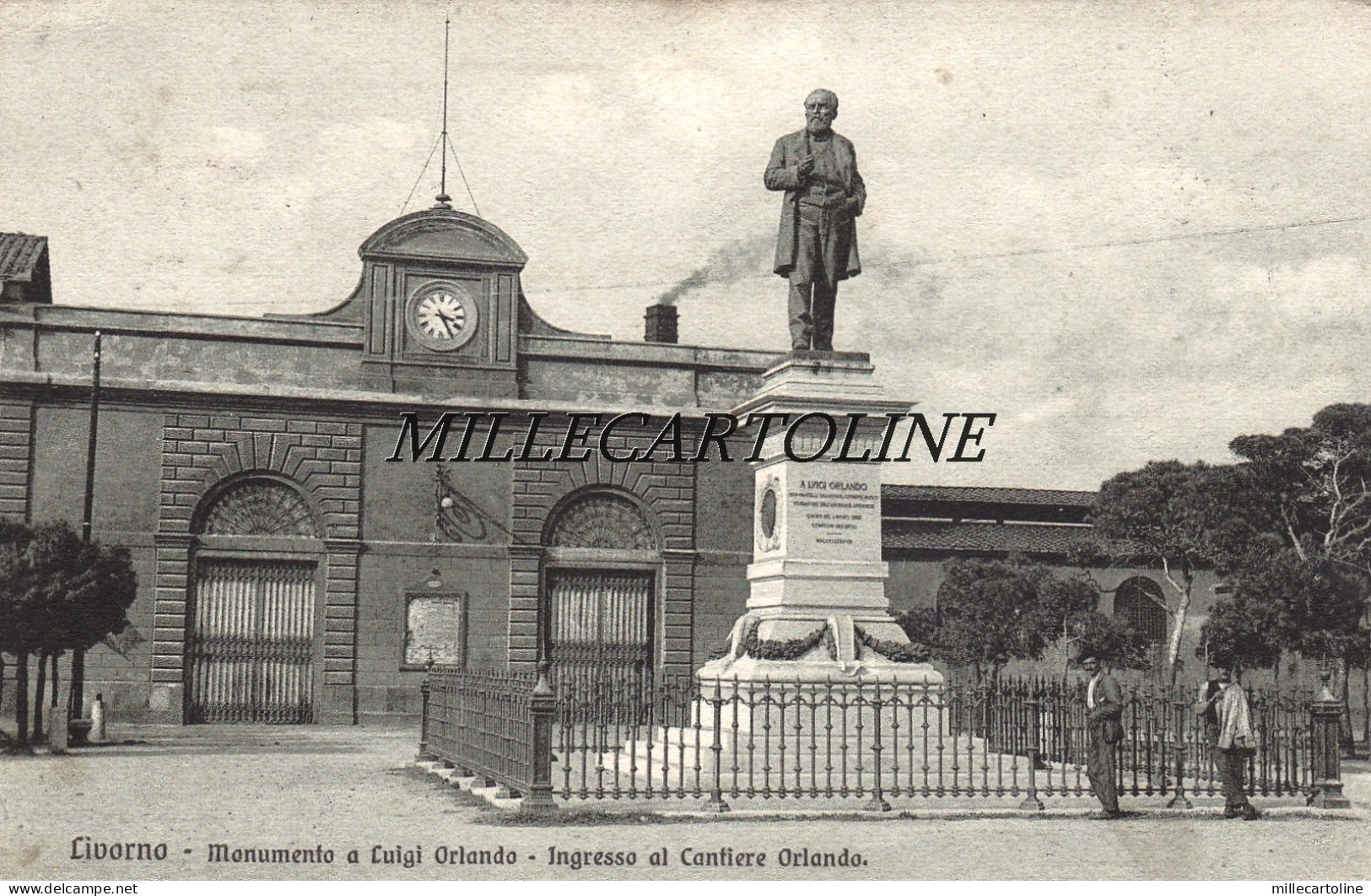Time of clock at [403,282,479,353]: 3:24
